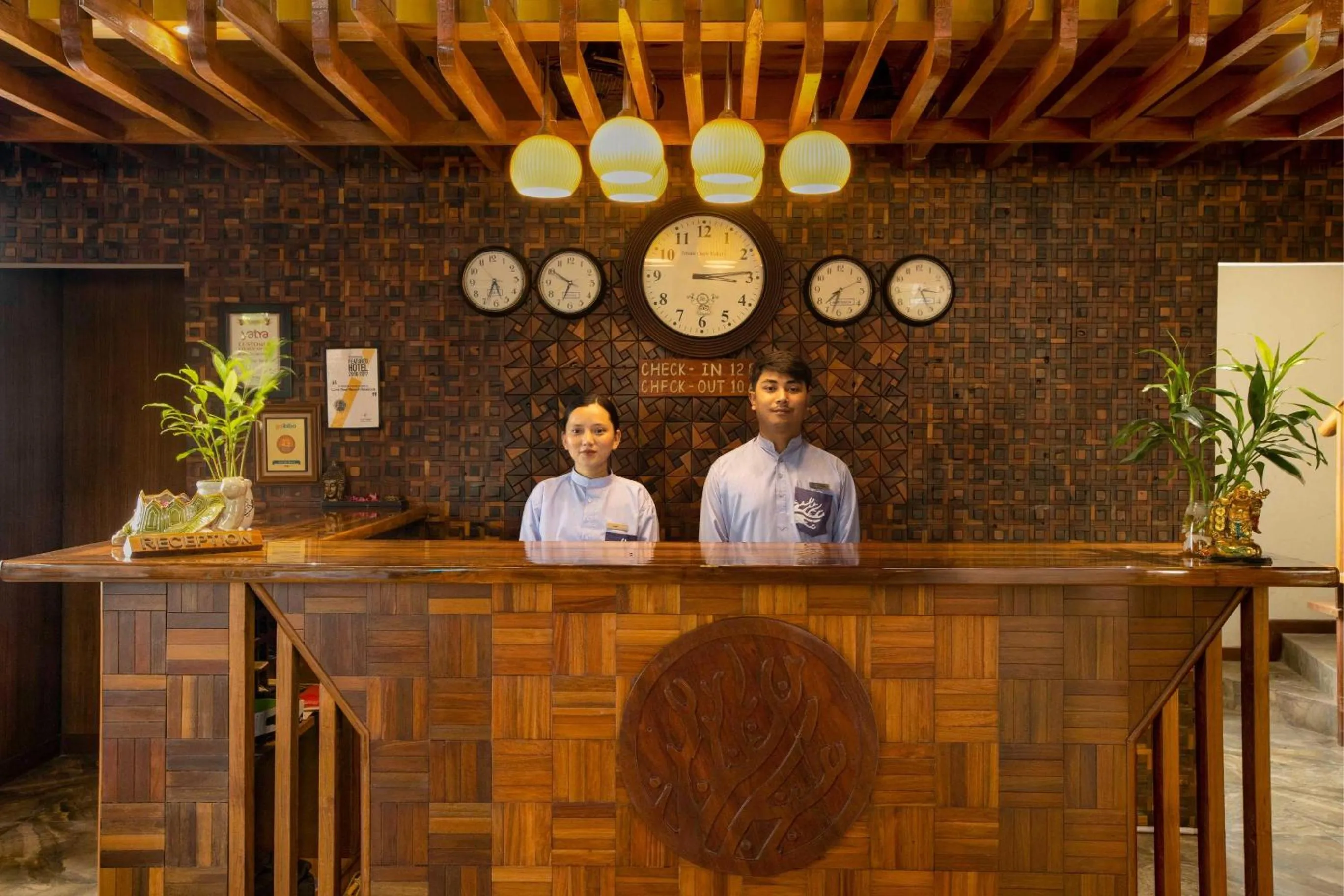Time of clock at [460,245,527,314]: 5:34
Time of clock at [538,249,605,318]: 6:50
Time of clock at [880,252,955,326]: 3:25
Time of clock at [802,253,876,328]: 7:32
